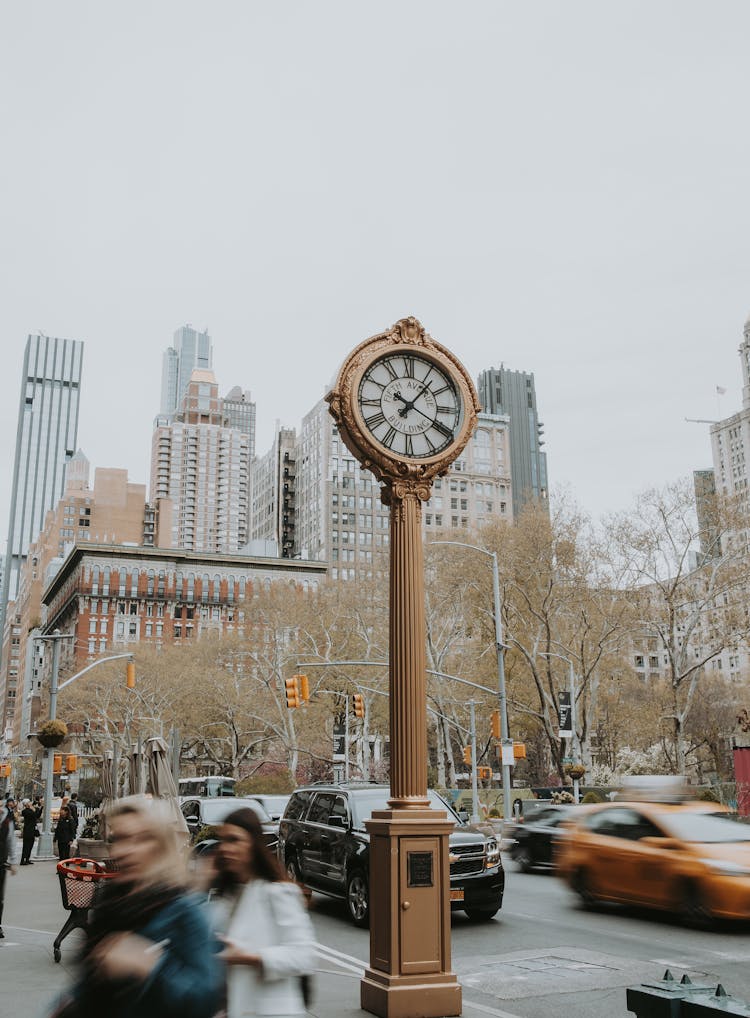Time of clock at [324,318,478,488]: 1:19
